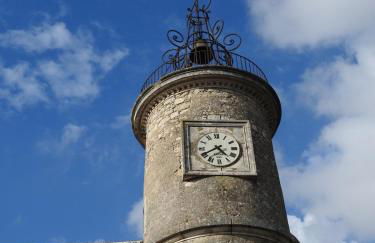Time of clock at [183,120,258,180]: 4:40
